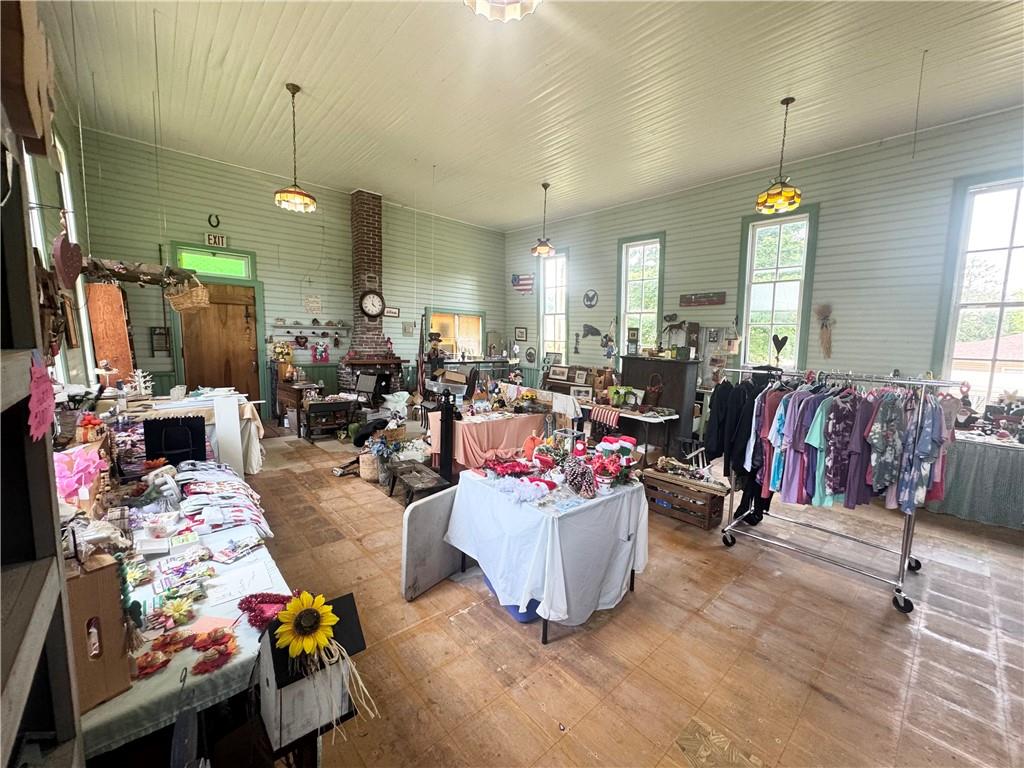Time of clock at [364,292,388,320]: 3:58
